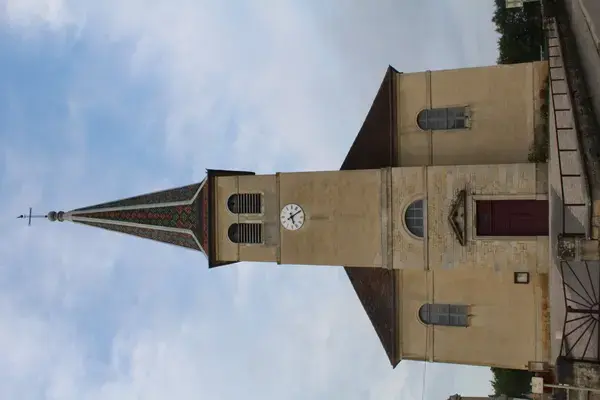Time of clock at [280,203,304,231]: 5:09
